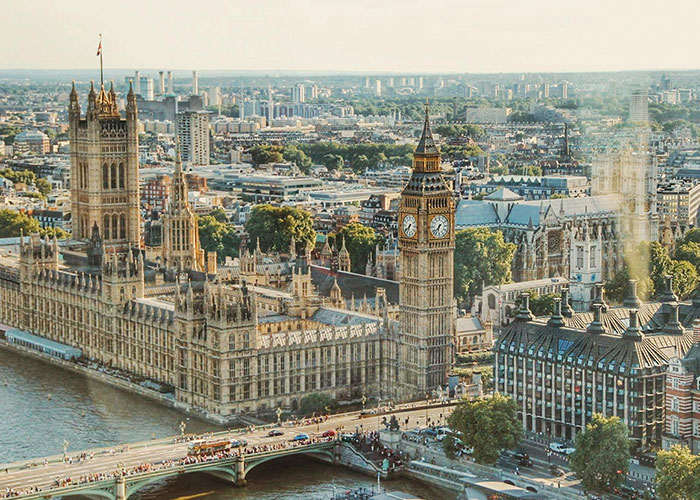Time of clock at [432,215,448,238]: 6:37
